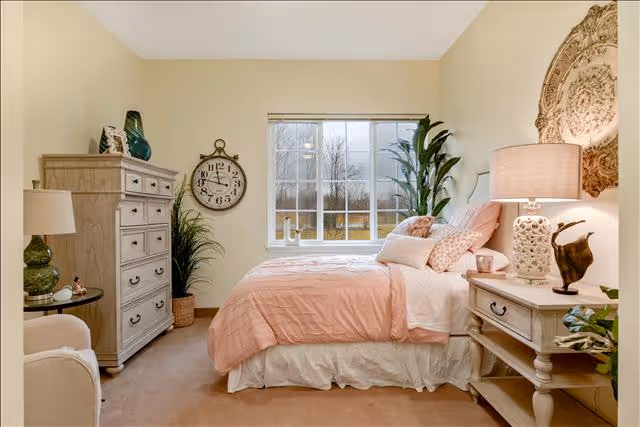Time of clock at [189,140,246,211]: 11:46
